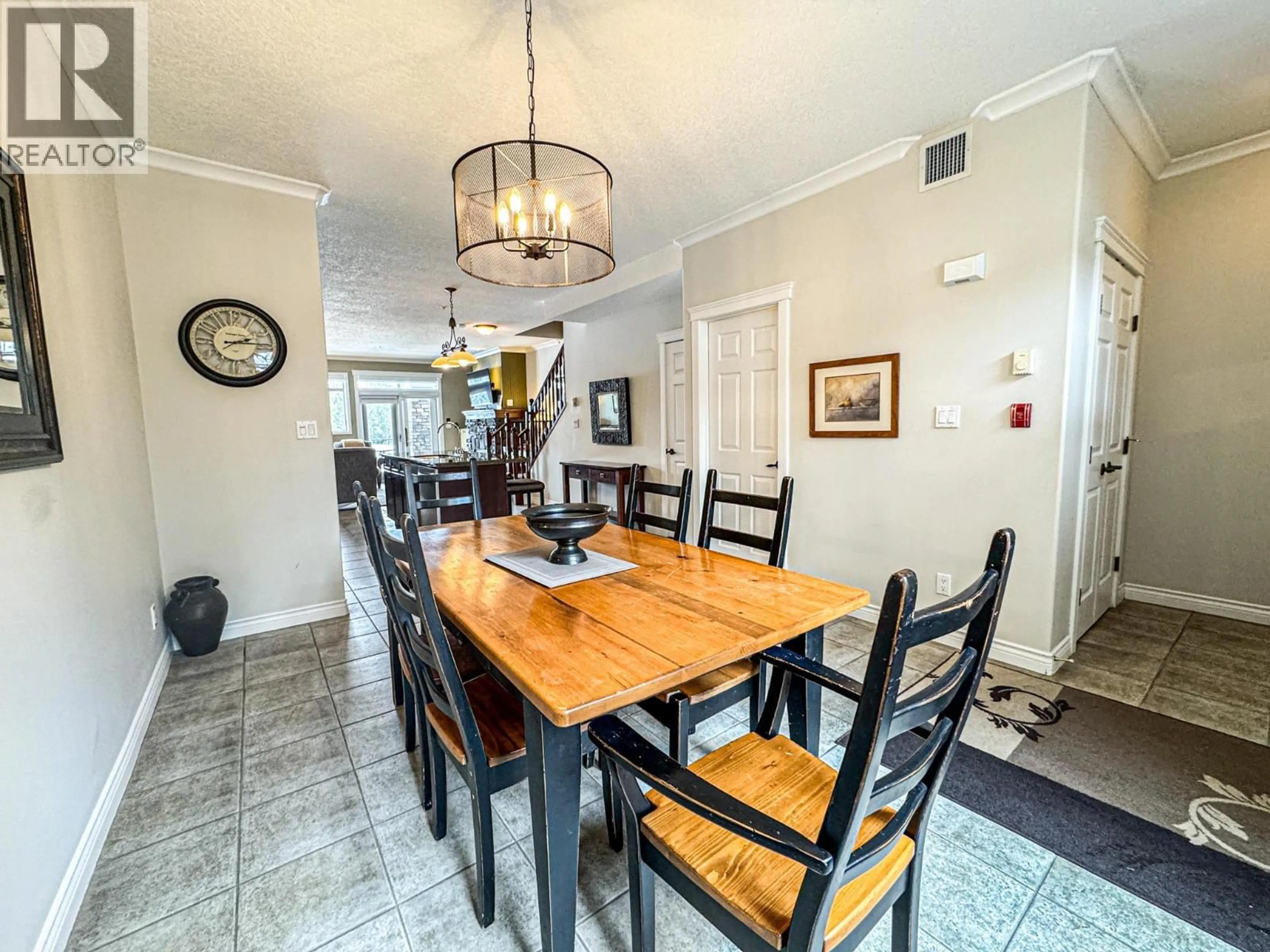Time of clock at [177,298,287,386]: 2:14
